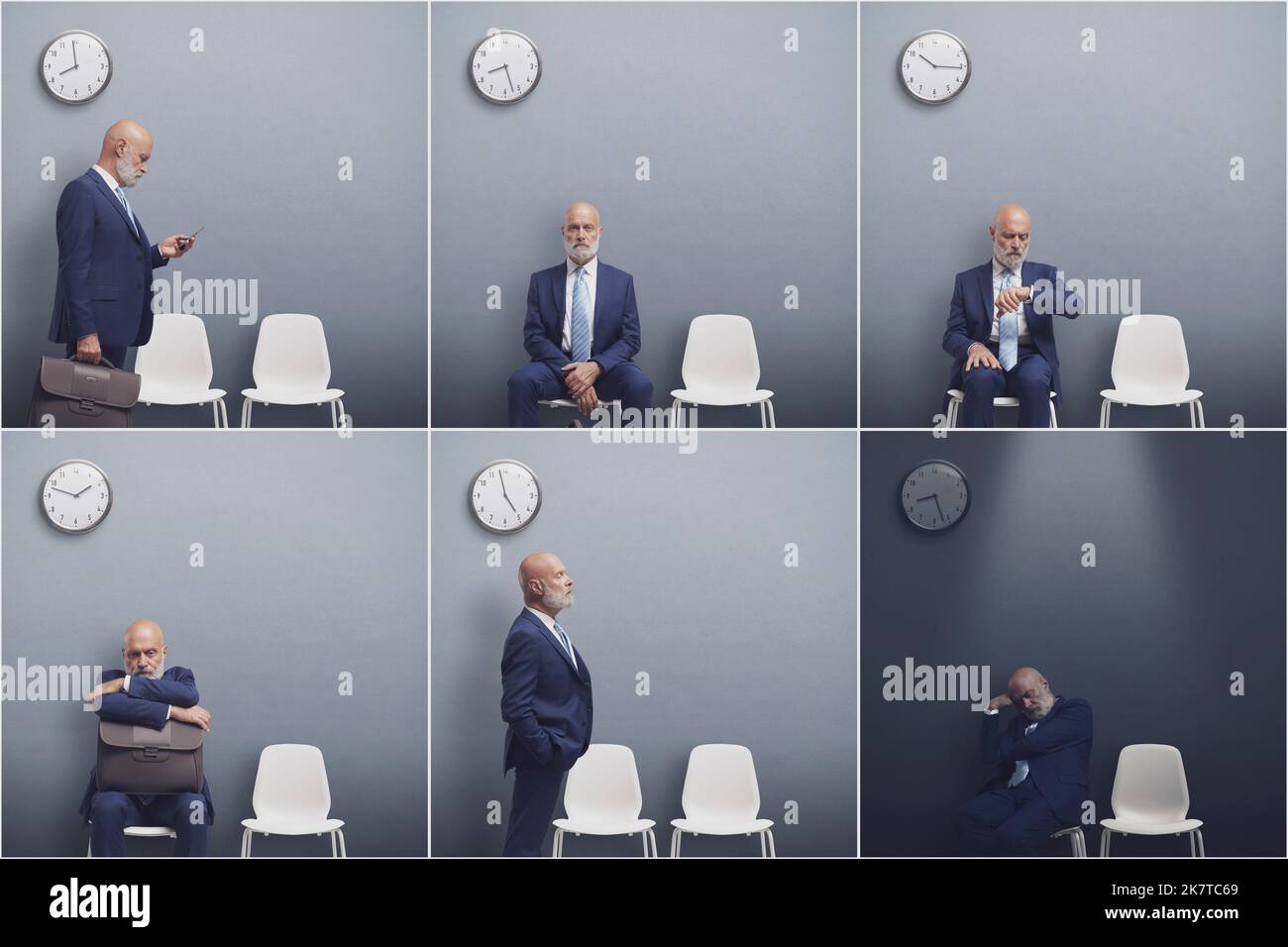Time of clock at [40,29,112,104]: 7:59
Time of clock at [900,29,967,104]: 10:15
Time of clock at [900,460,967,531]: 8:26
